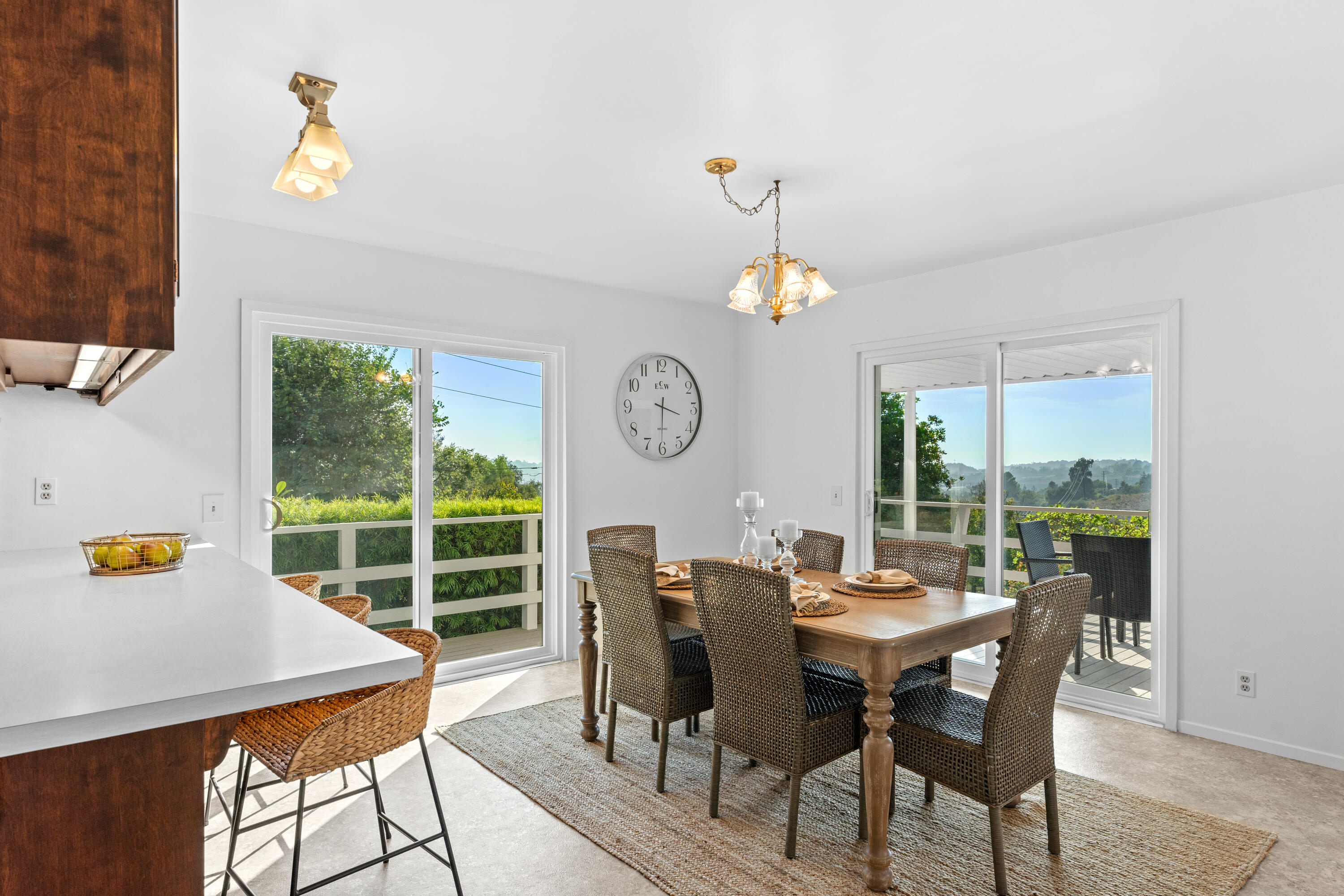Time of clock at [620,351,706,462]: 3:30
